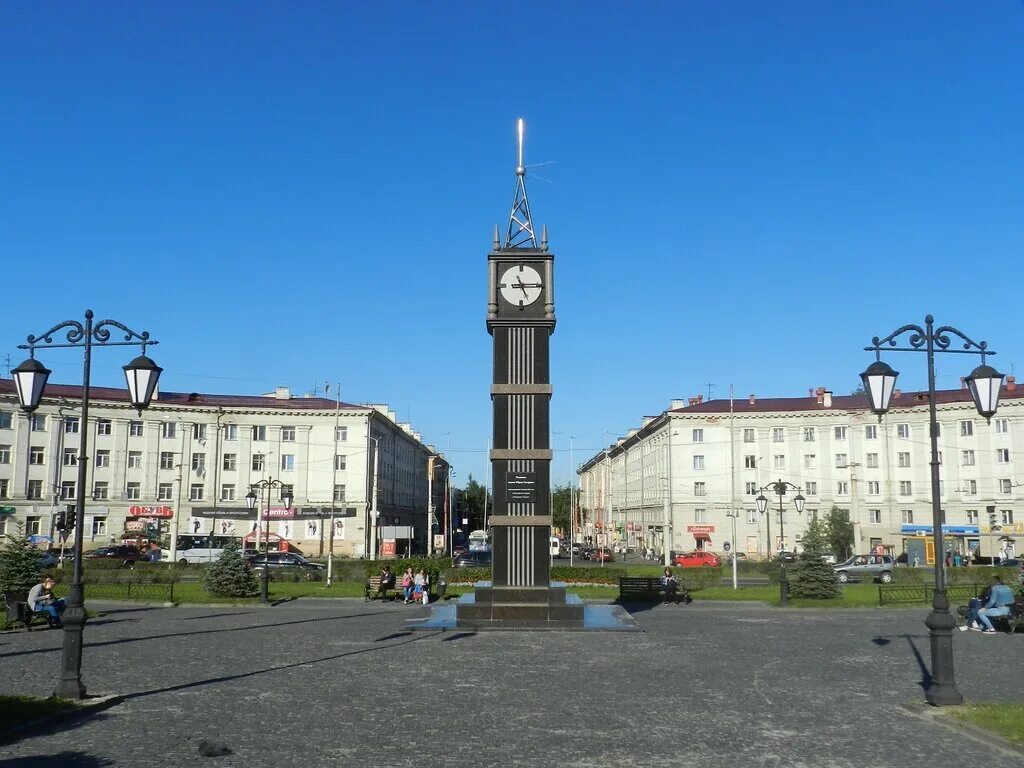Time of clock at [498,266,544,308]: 5:15
